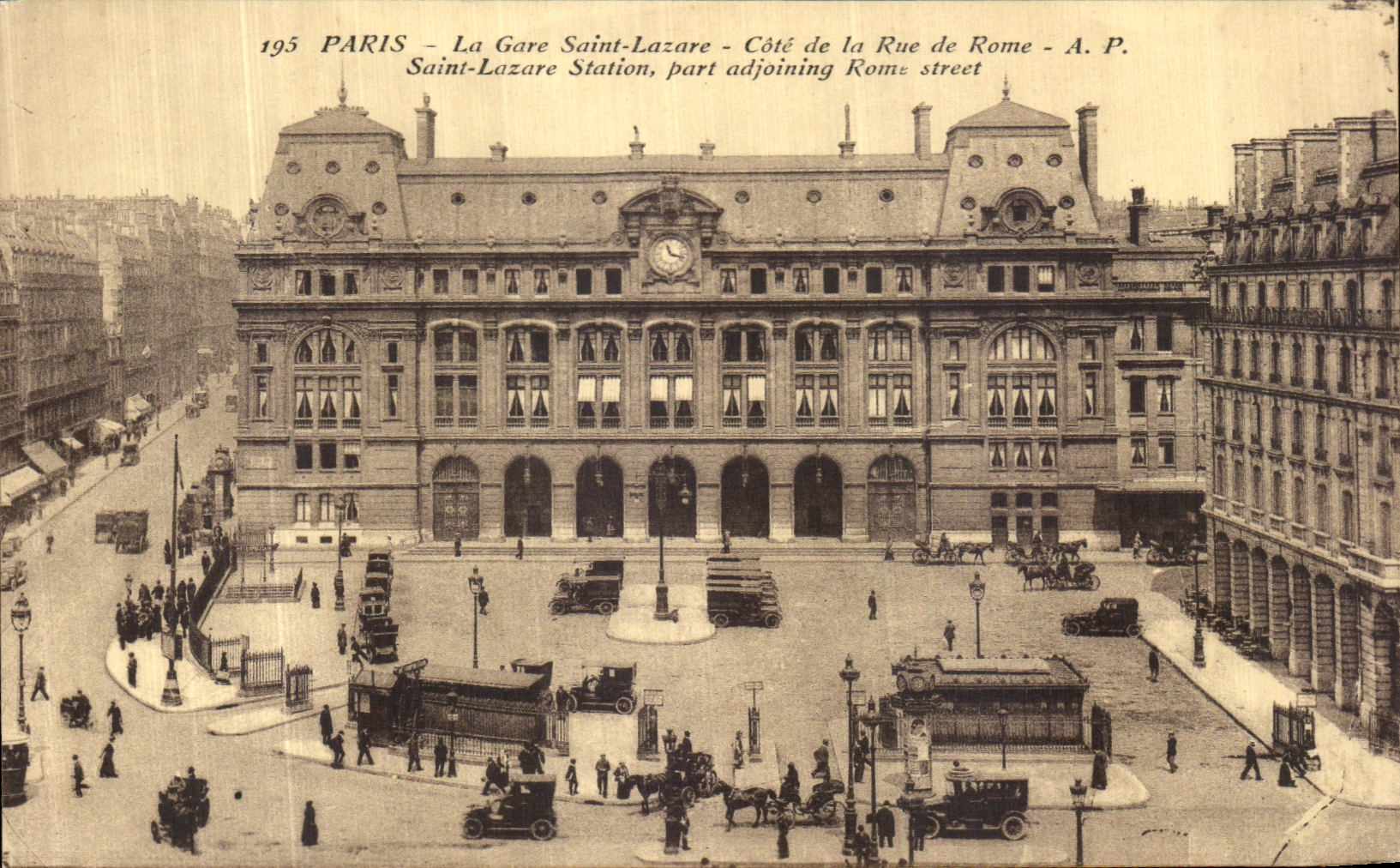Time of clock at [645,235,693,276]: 11:17
